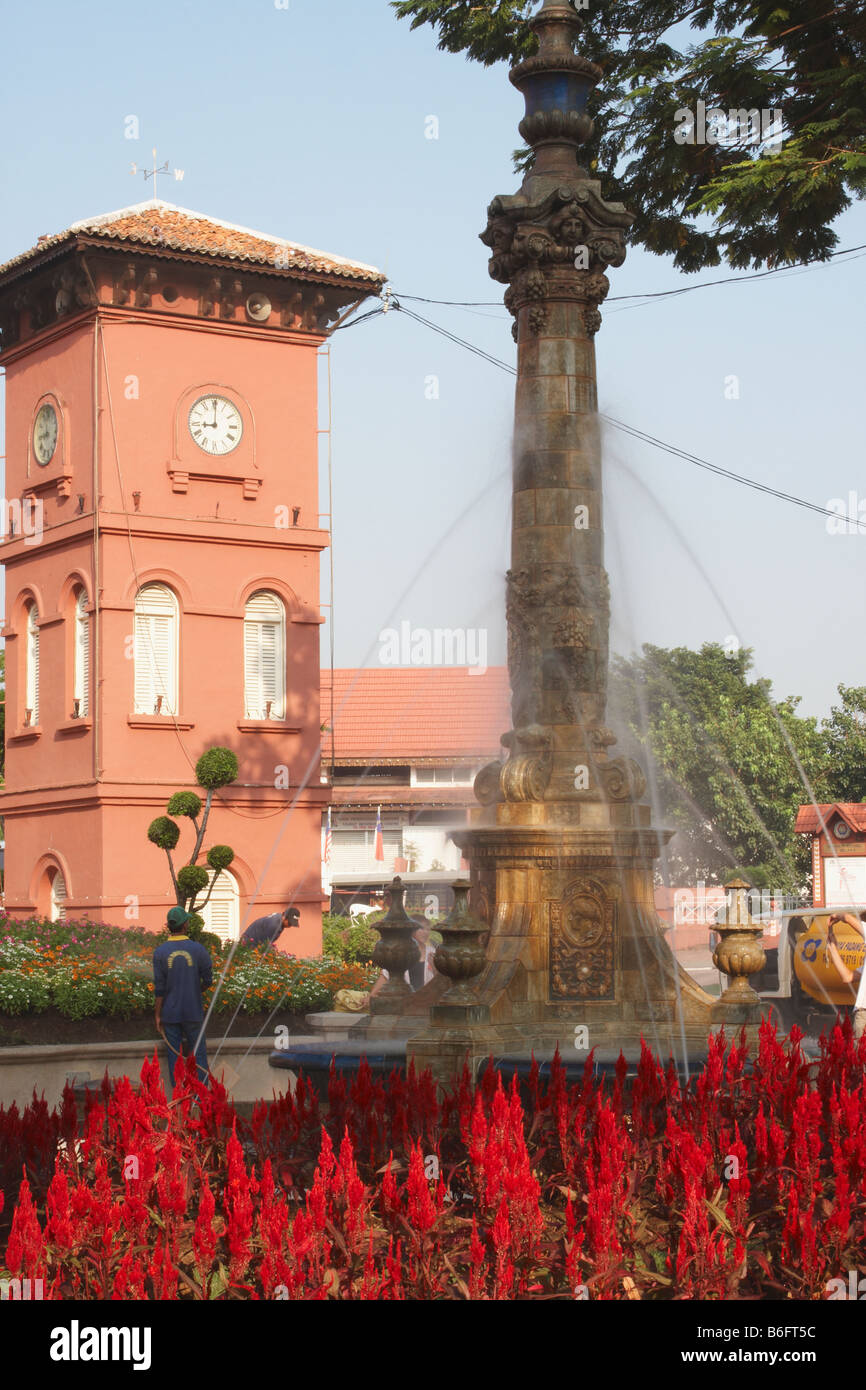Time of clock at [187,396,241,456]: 9:00
